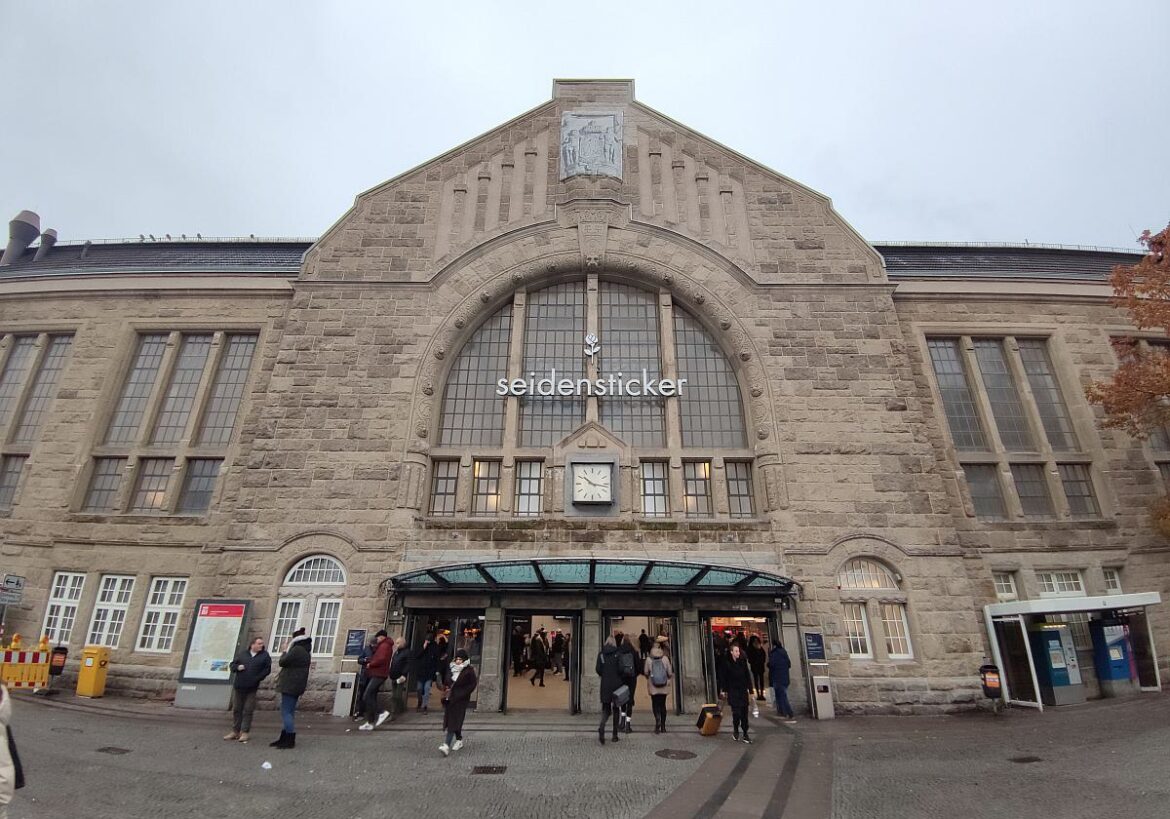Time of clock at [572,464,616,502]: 10:16
